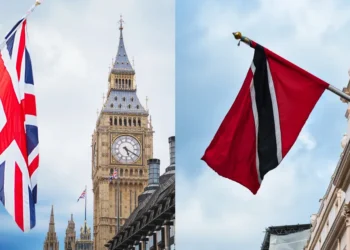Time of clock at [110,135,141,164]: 5:19
